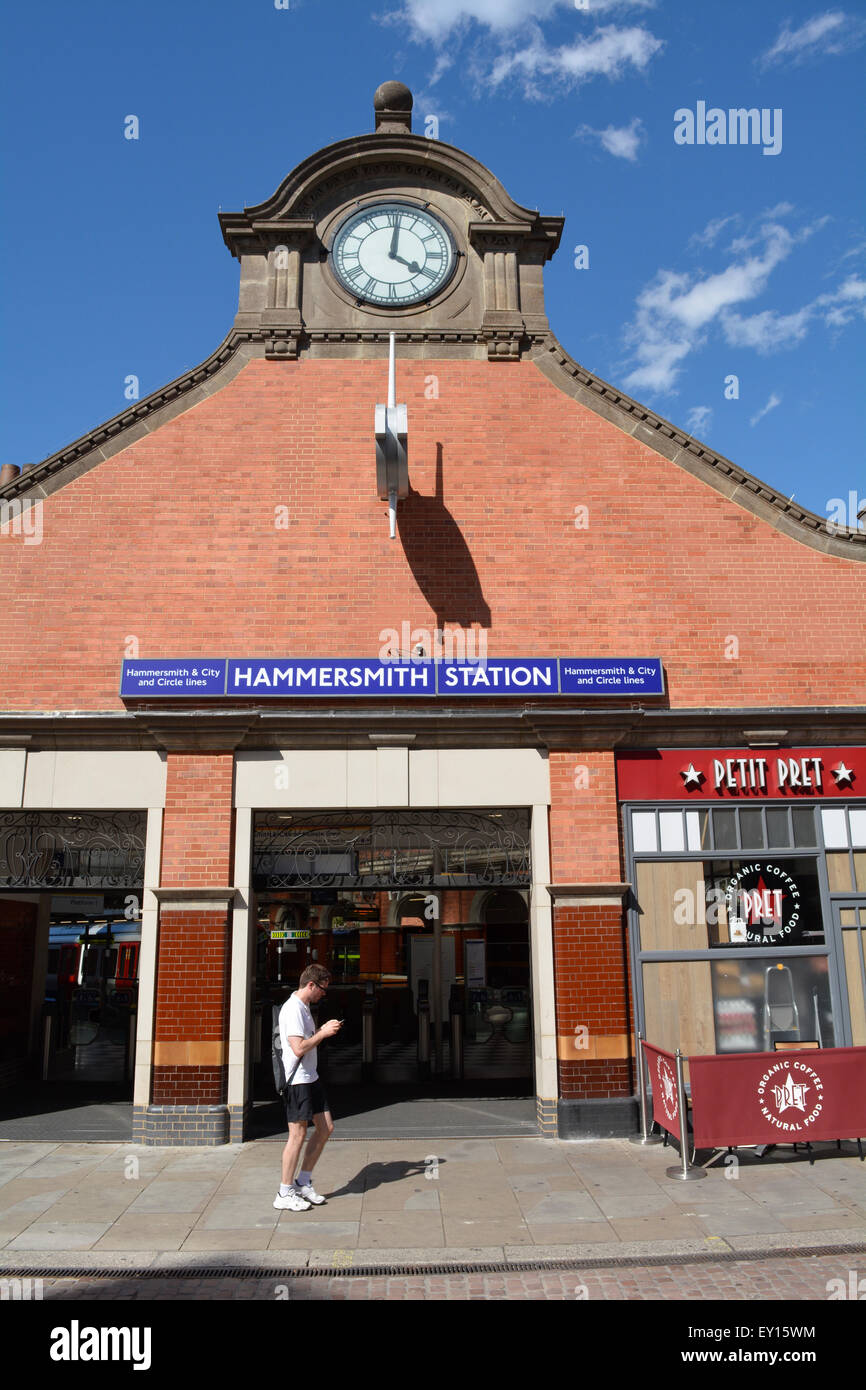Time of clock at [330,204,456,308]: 4:01
